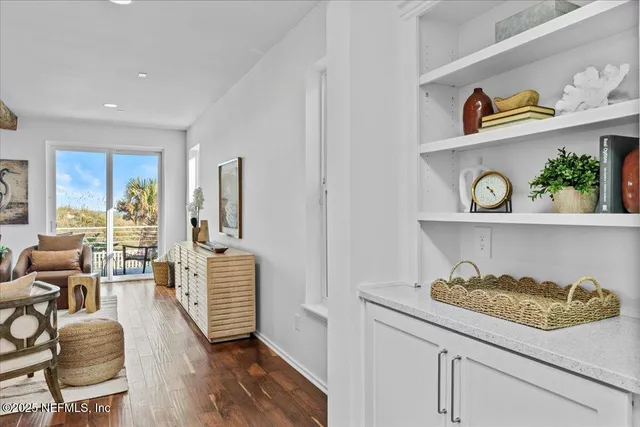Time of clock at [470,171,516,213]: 10:23
